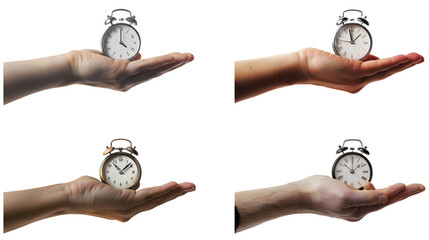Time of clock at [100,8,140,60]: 3:59
